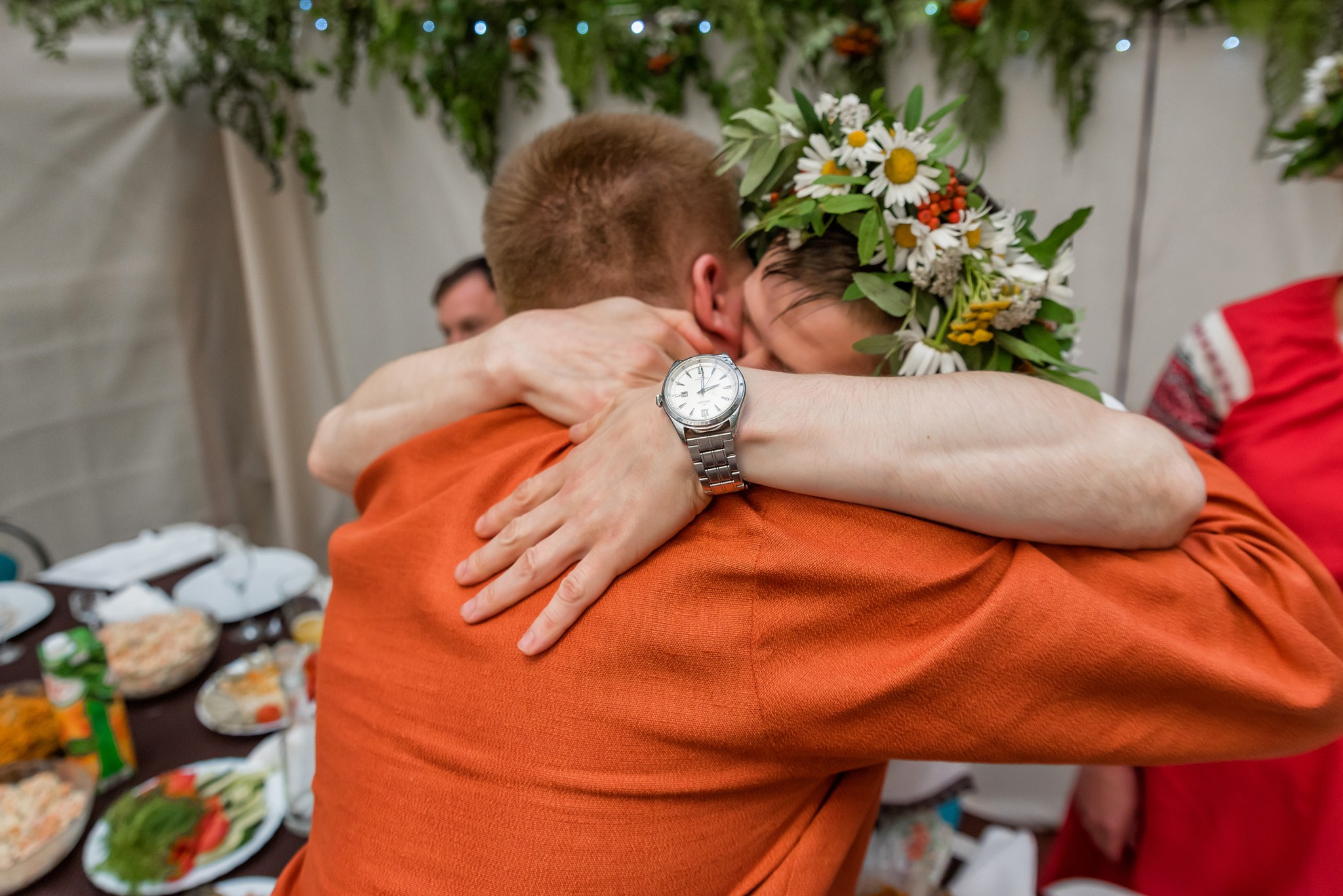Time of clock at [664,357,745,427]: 2:01
